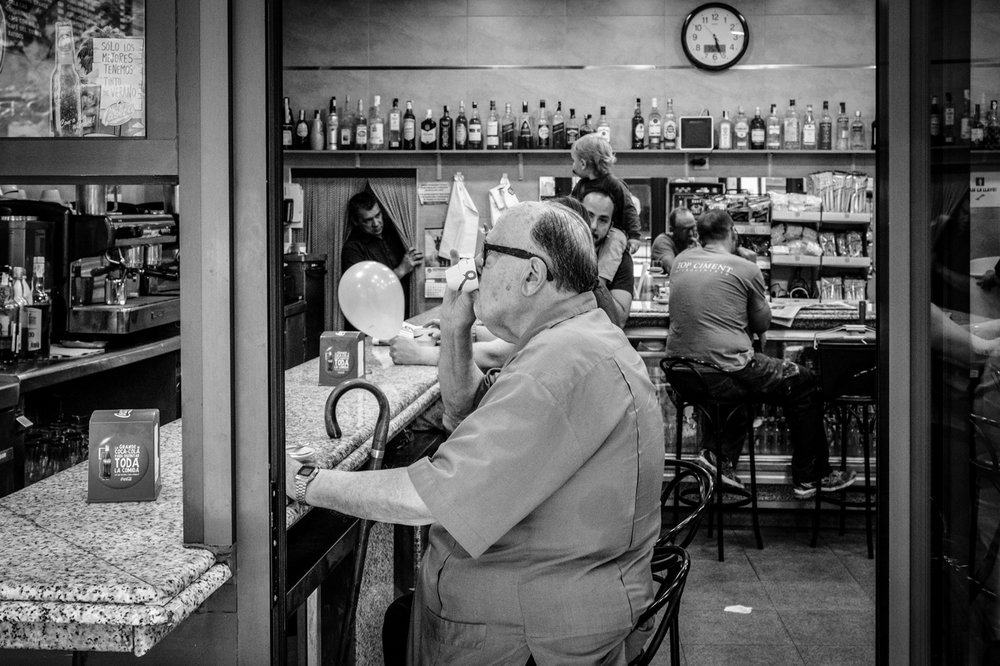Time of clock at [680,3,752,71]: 5:26
